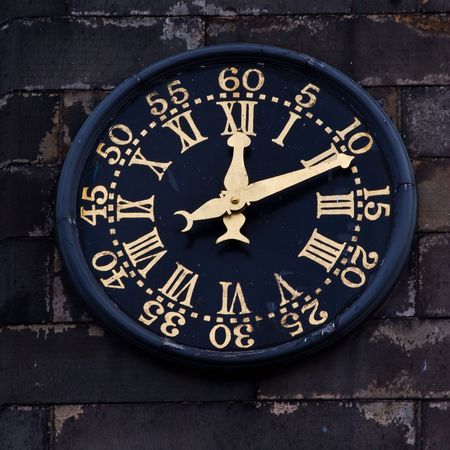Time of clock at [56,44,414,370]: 12:10
